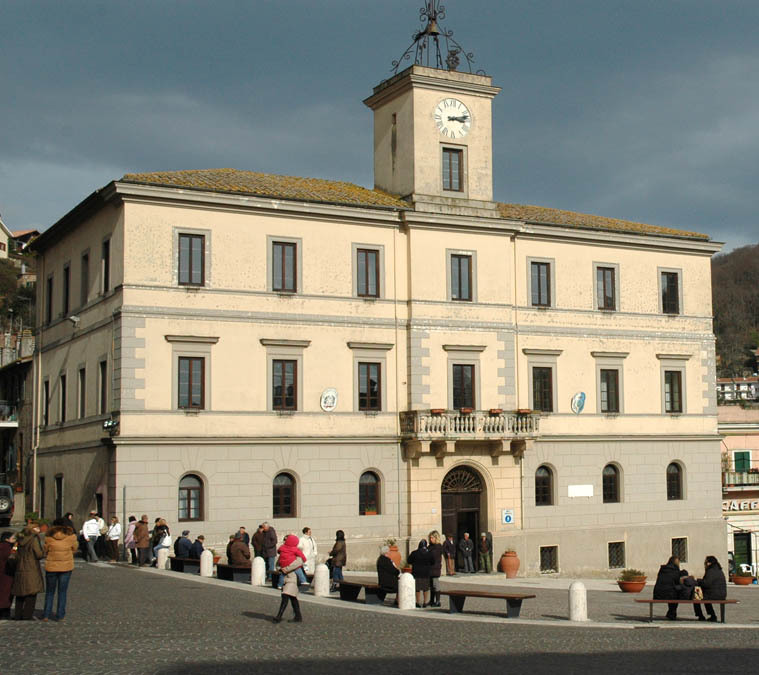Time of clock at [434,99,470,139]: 3:12
